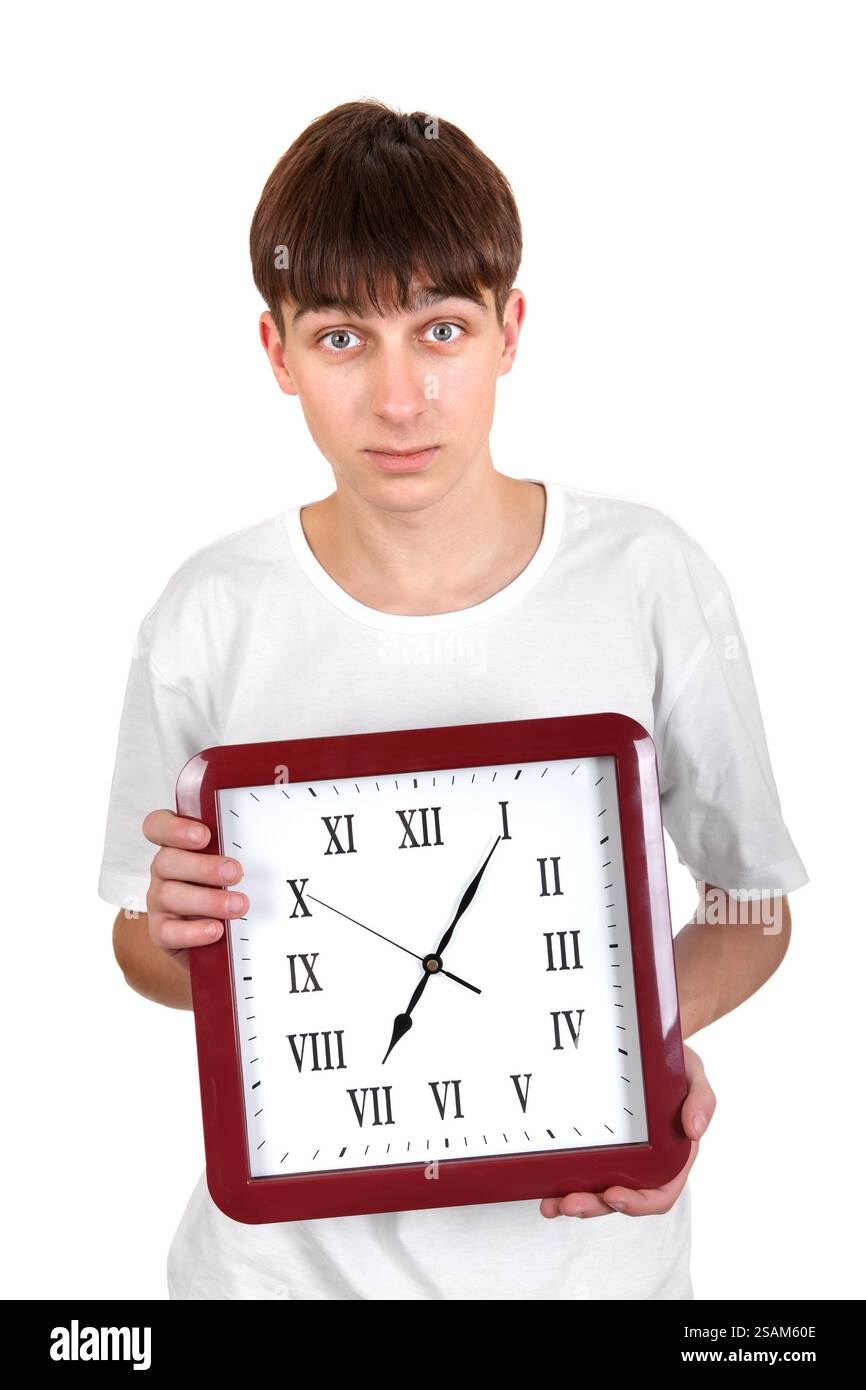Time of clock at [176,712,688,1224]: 7:05
